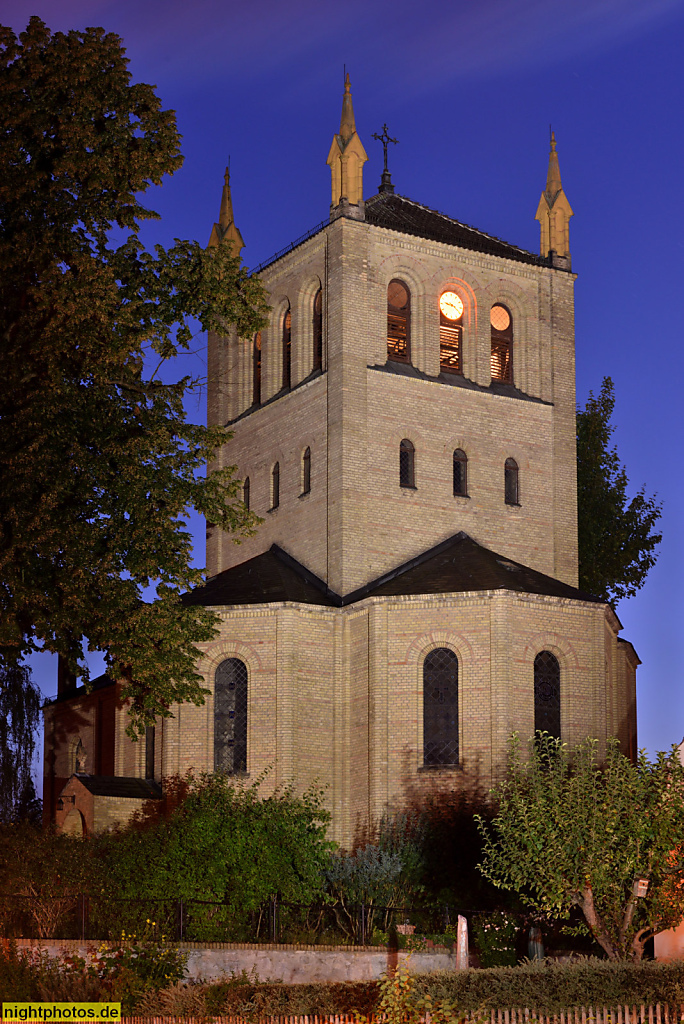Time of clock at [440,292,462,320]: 9:20
